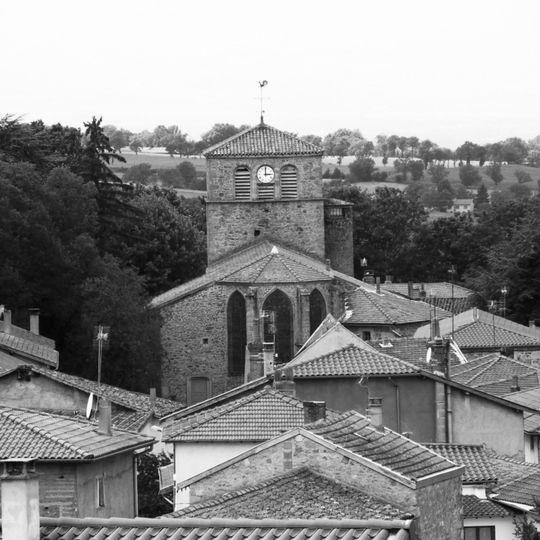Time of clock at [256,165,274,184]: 3:00
